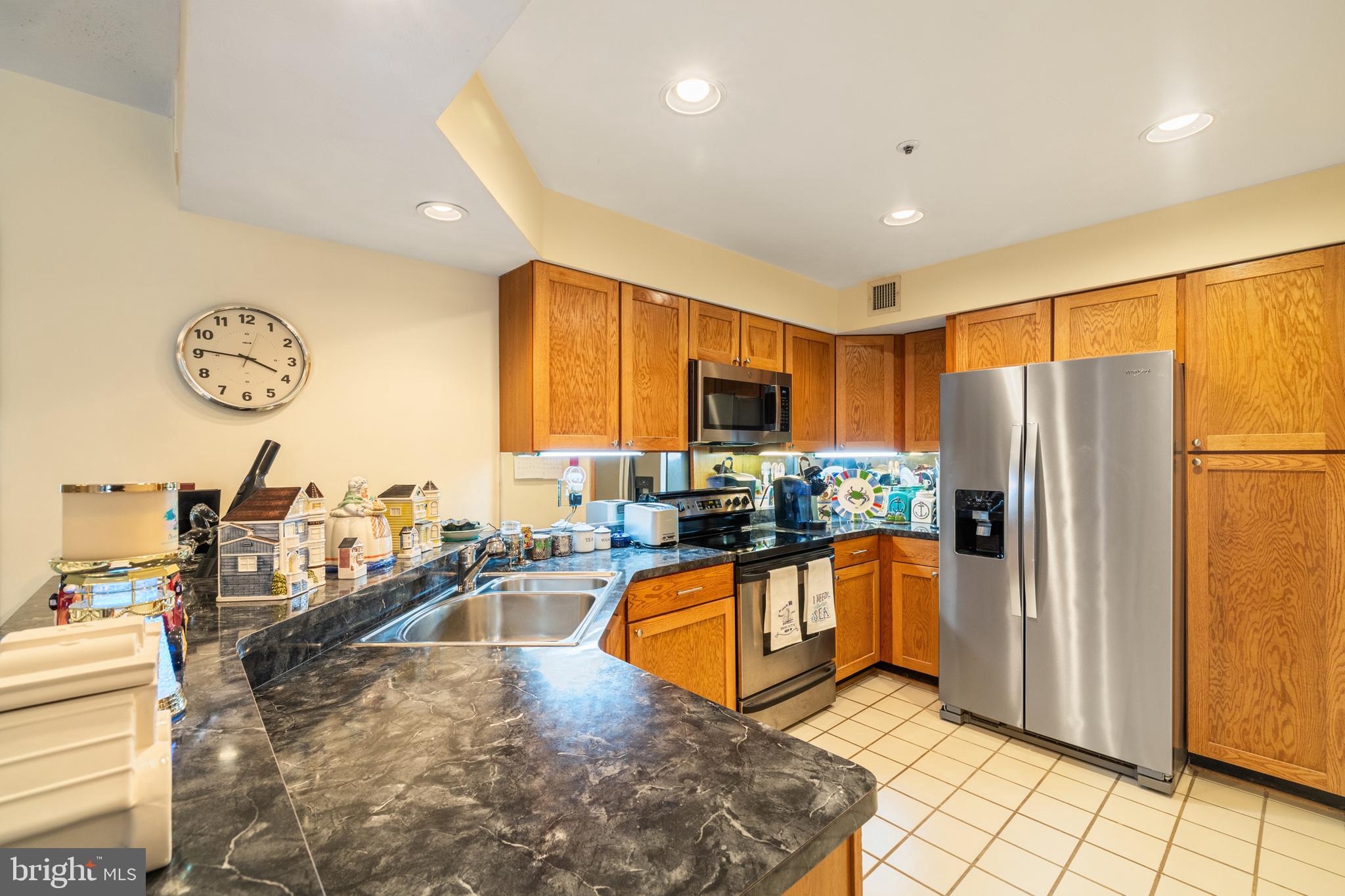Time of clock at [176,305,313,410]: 3:46
